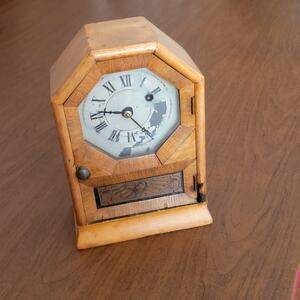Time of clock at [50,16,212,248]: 9:22
